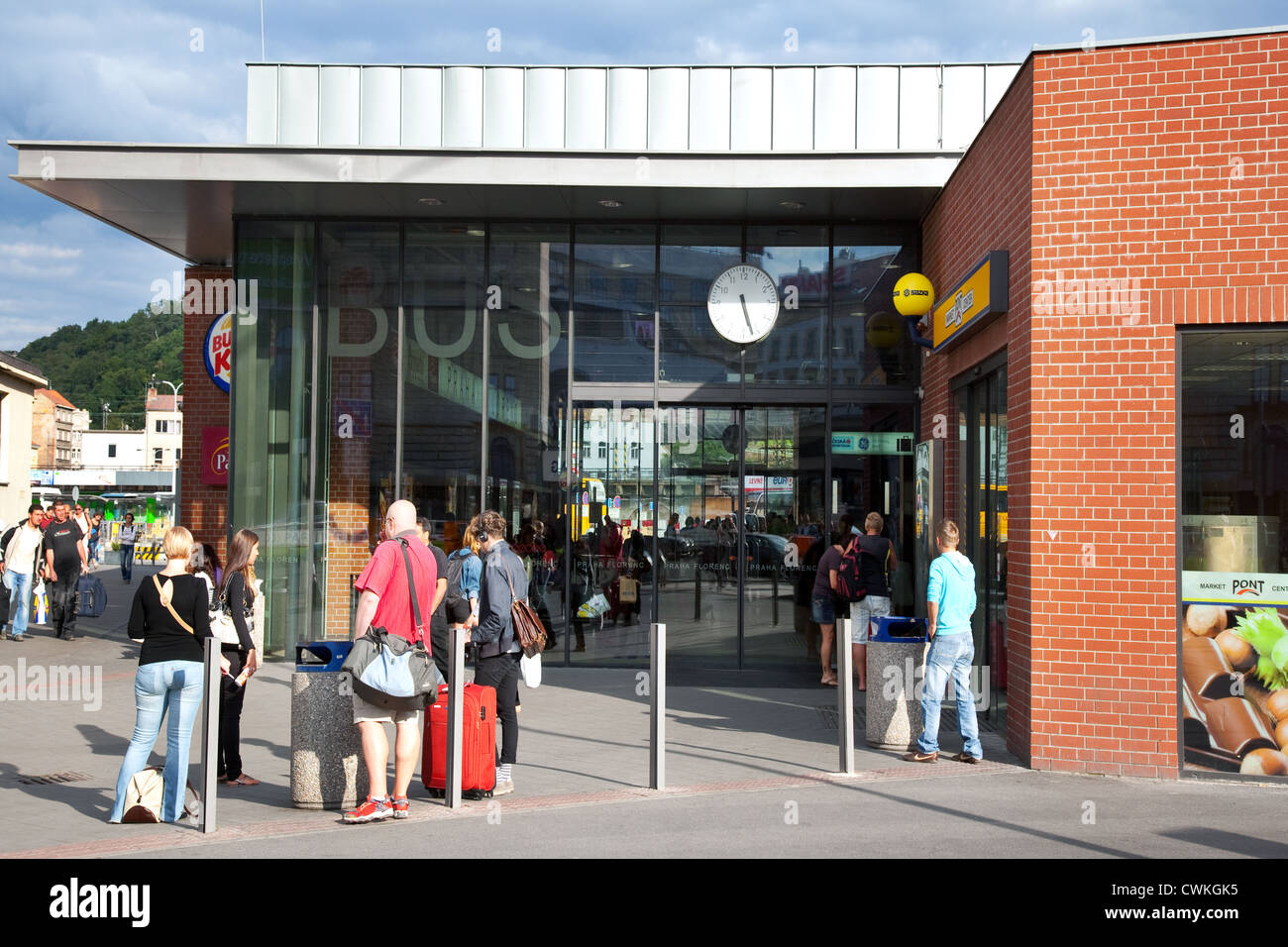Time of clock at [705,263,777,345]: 5:26
